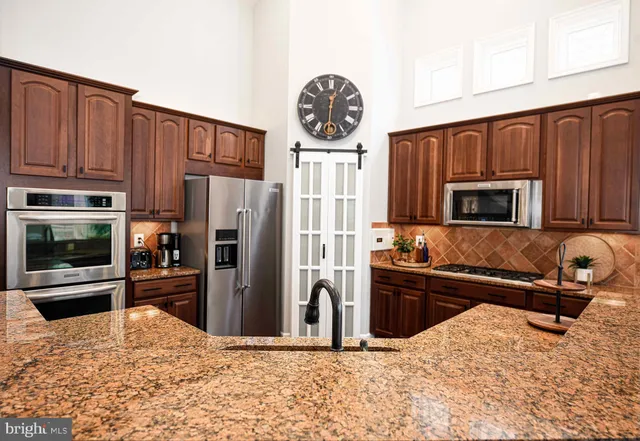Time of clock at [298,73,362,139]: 12:30
